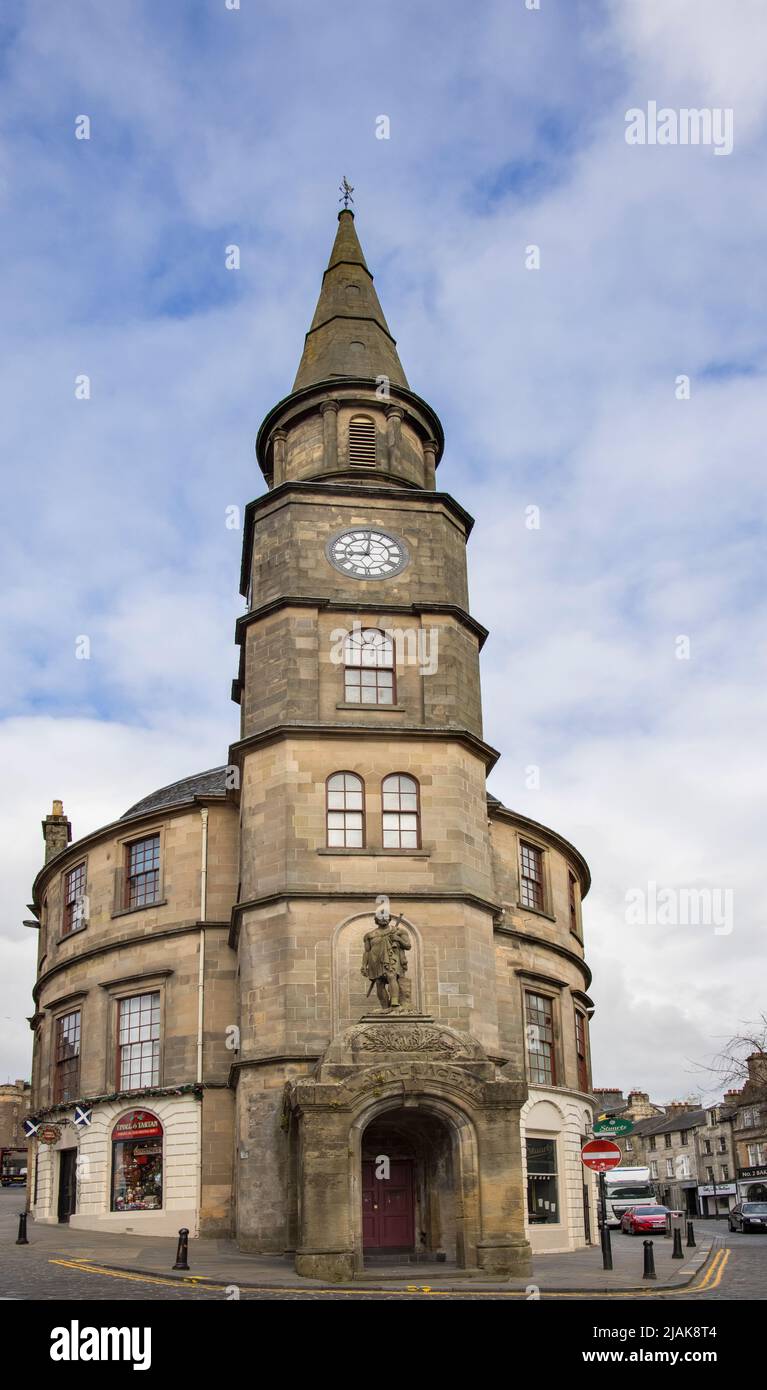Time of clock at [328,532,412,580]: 9:01
